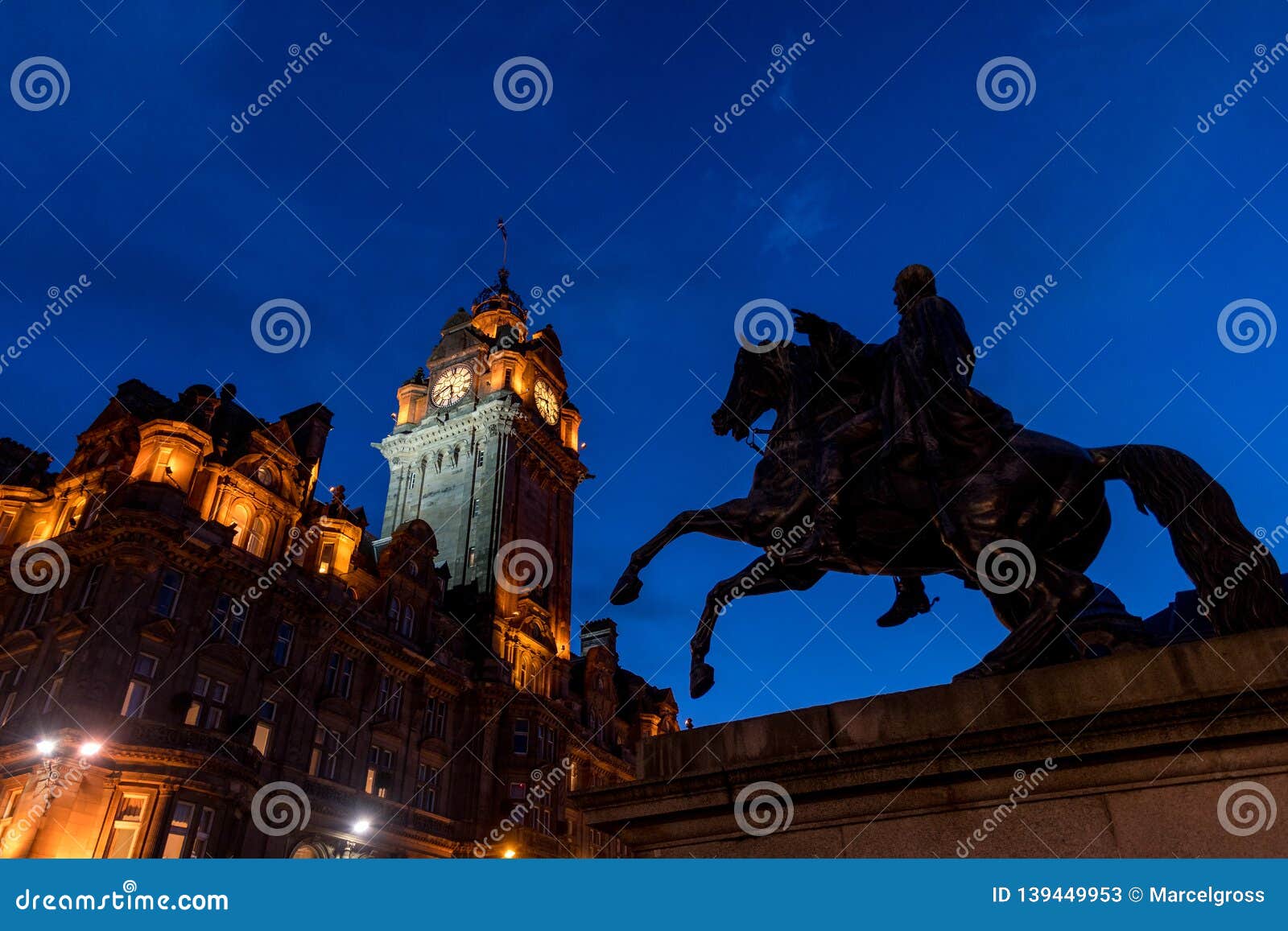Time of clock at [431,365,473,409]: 5:40
